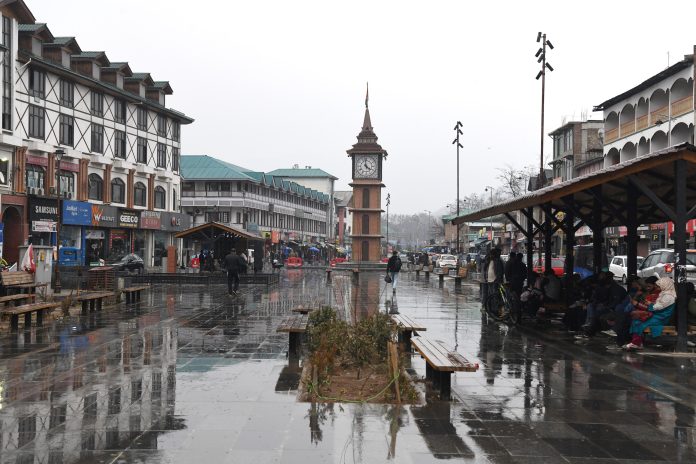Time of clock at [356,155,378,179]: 3:58
